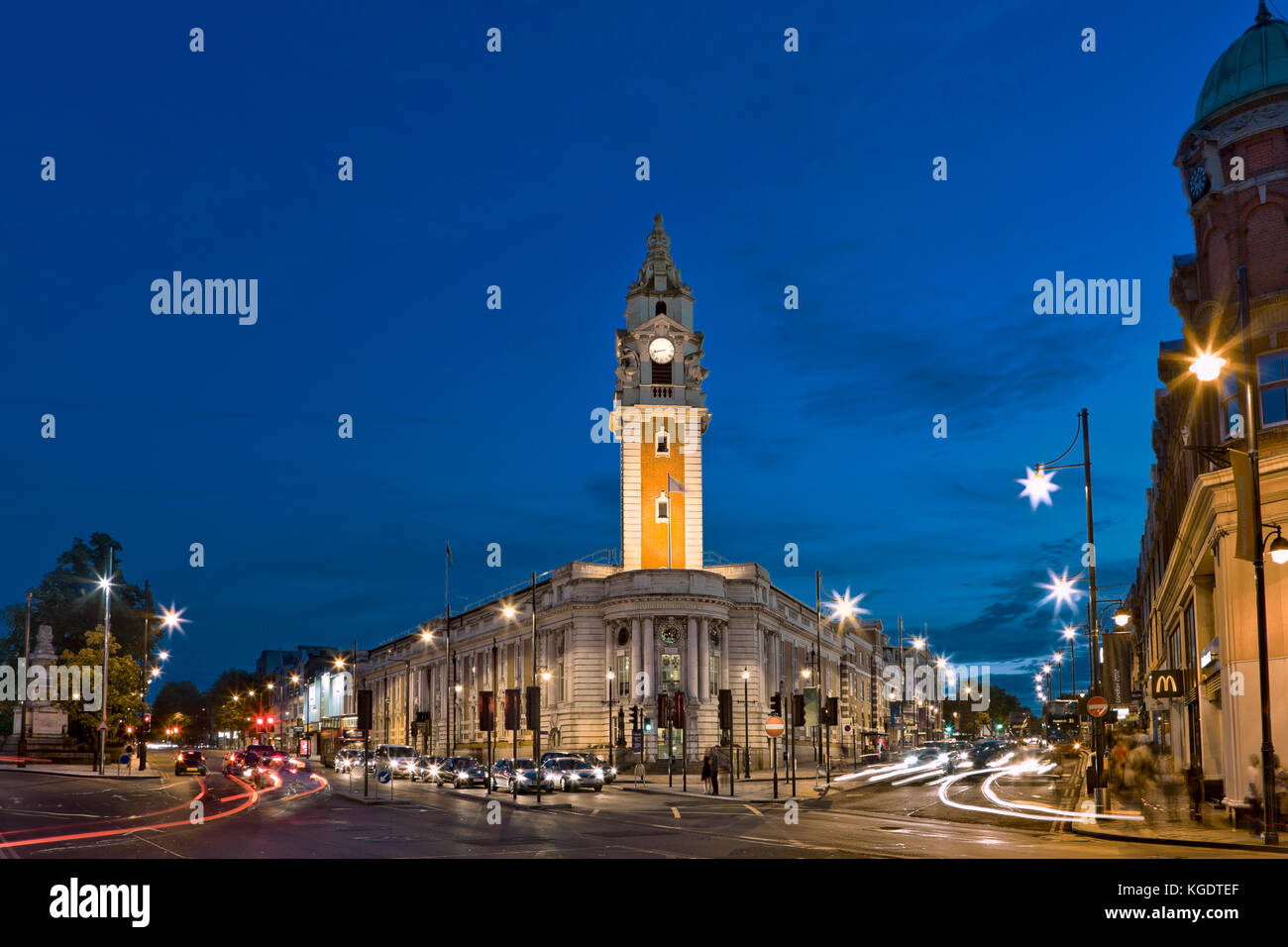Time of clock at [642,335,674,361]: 8:42
